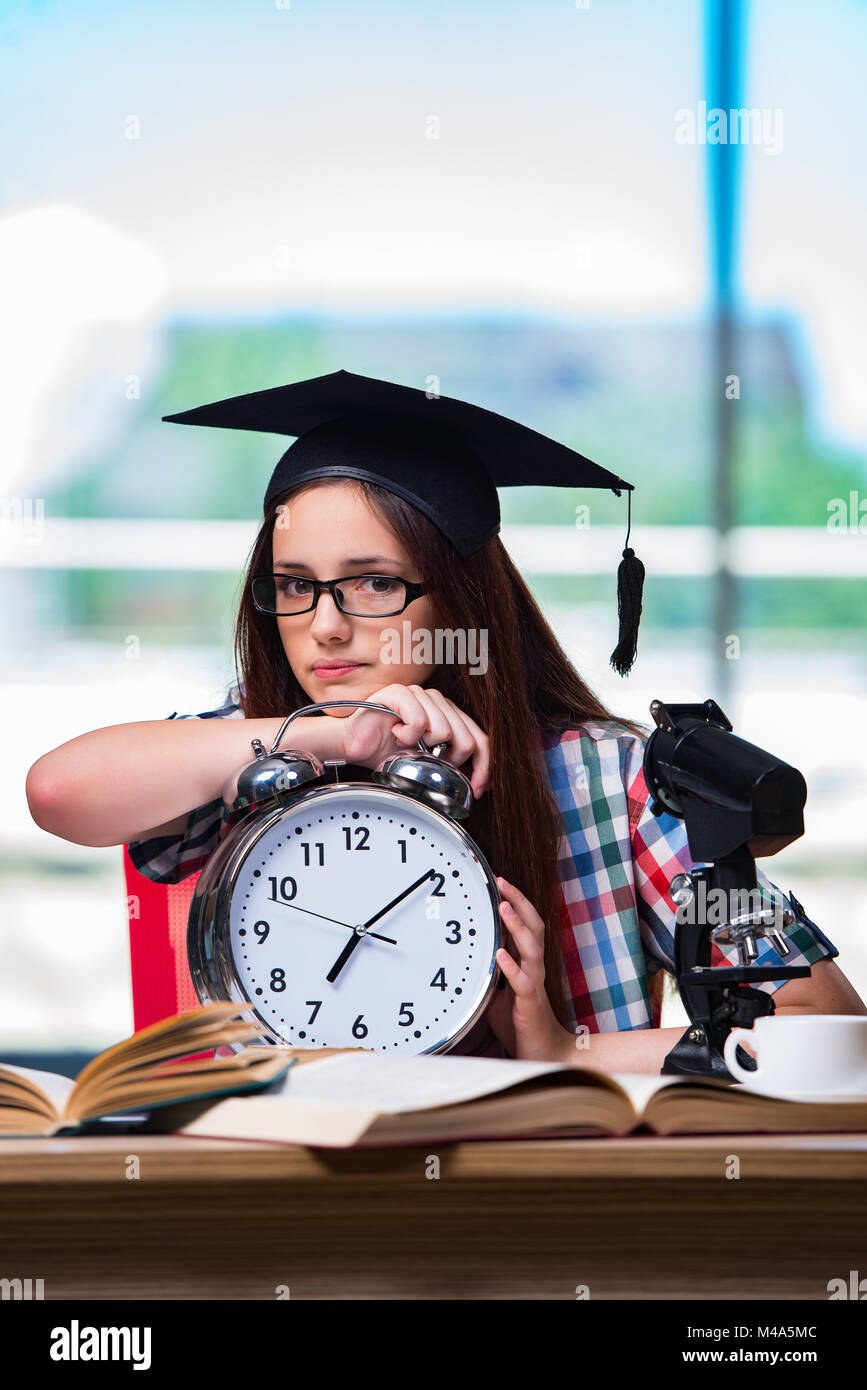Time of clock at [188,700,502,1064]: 7:08
